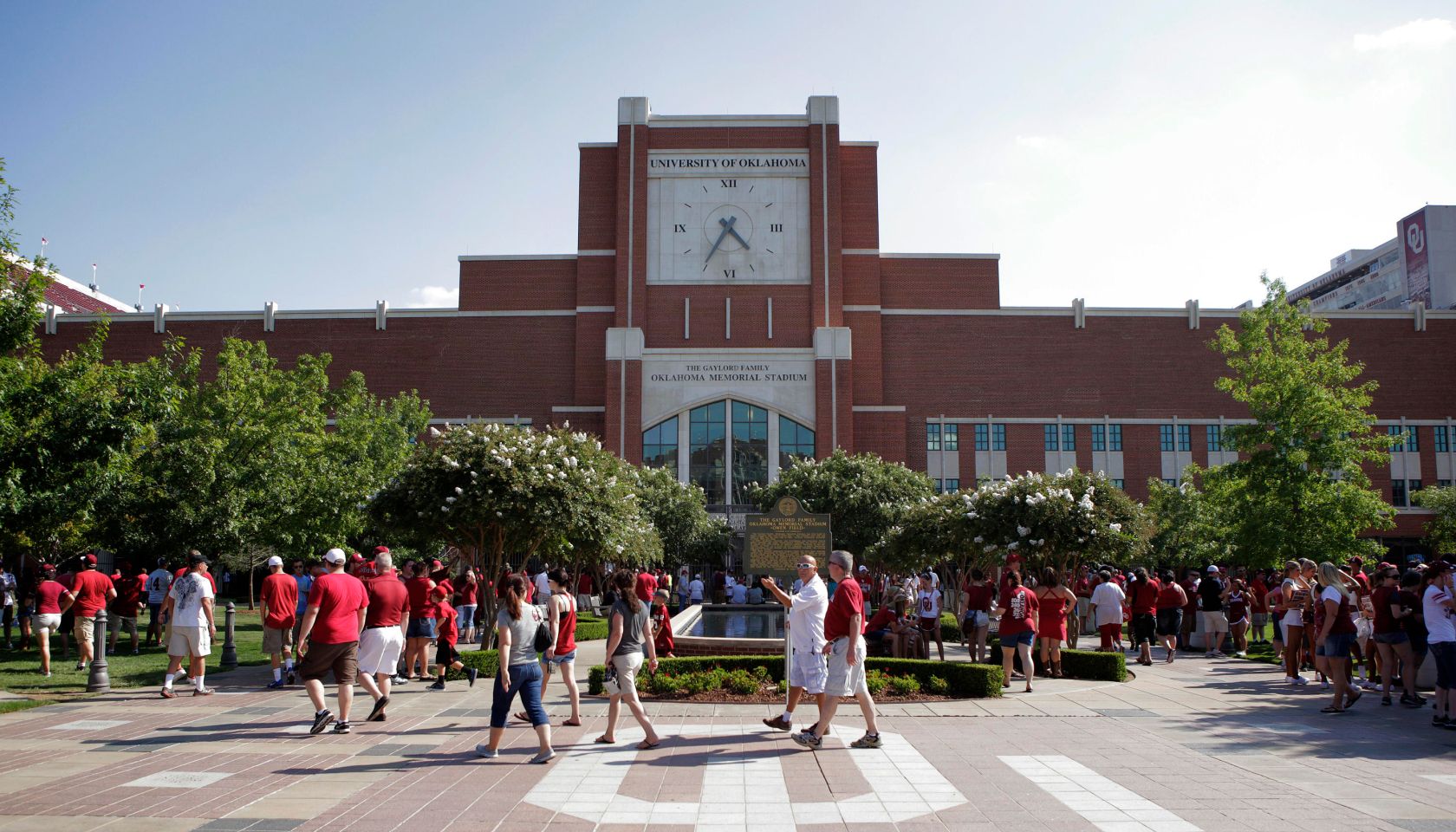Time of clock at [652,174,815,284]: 4:35
